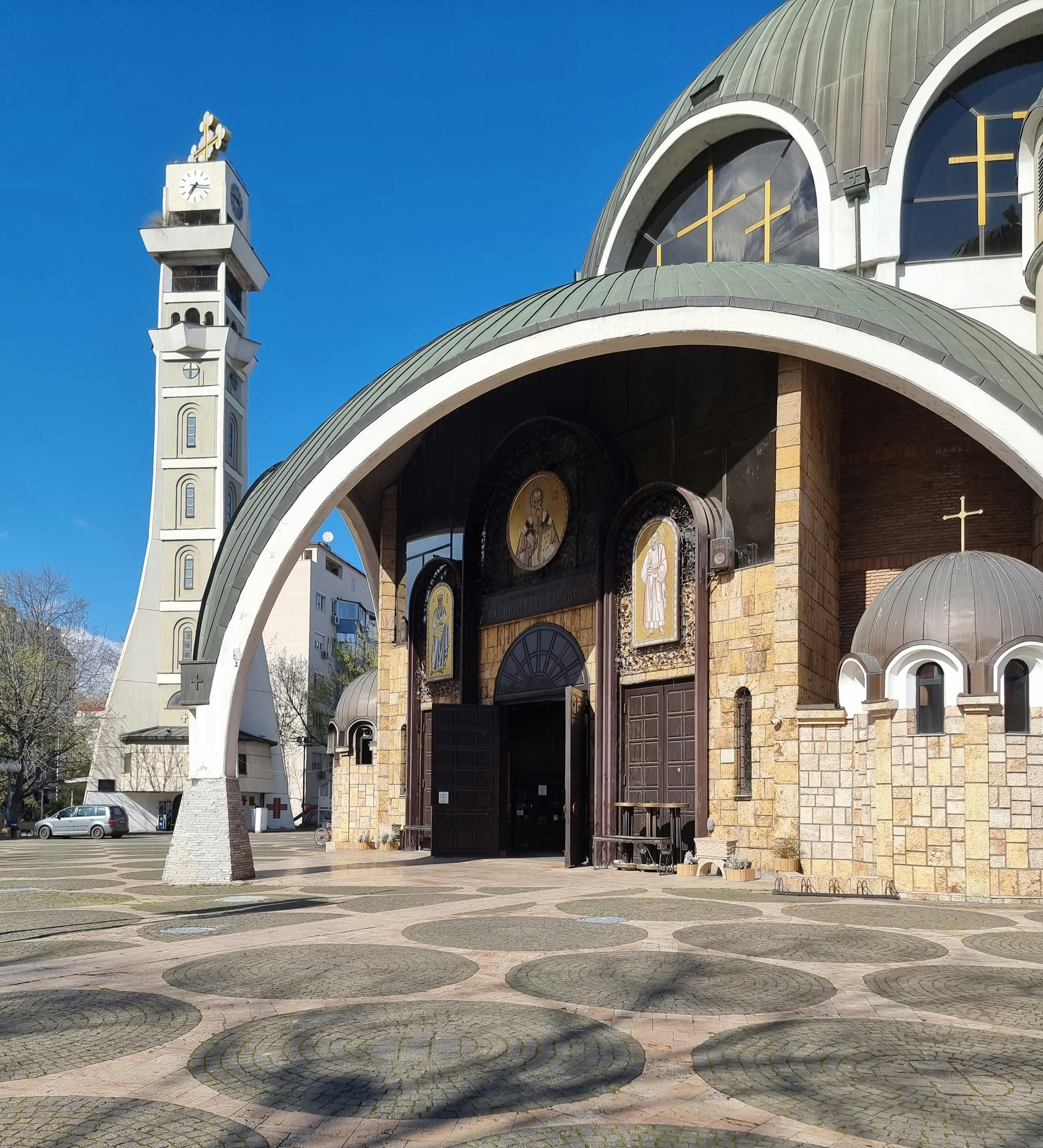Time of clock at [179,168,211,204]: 7:15
